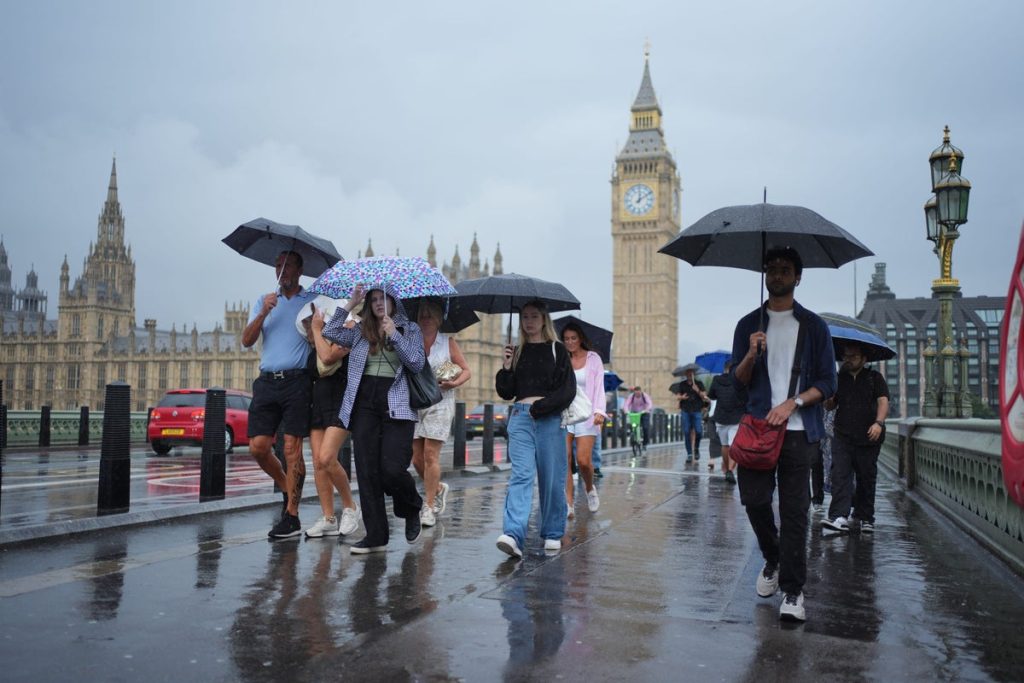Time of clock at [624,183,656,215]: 12:09
